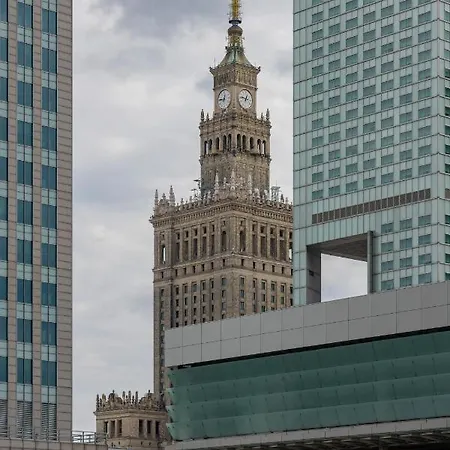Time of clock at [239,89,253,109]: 12:46
